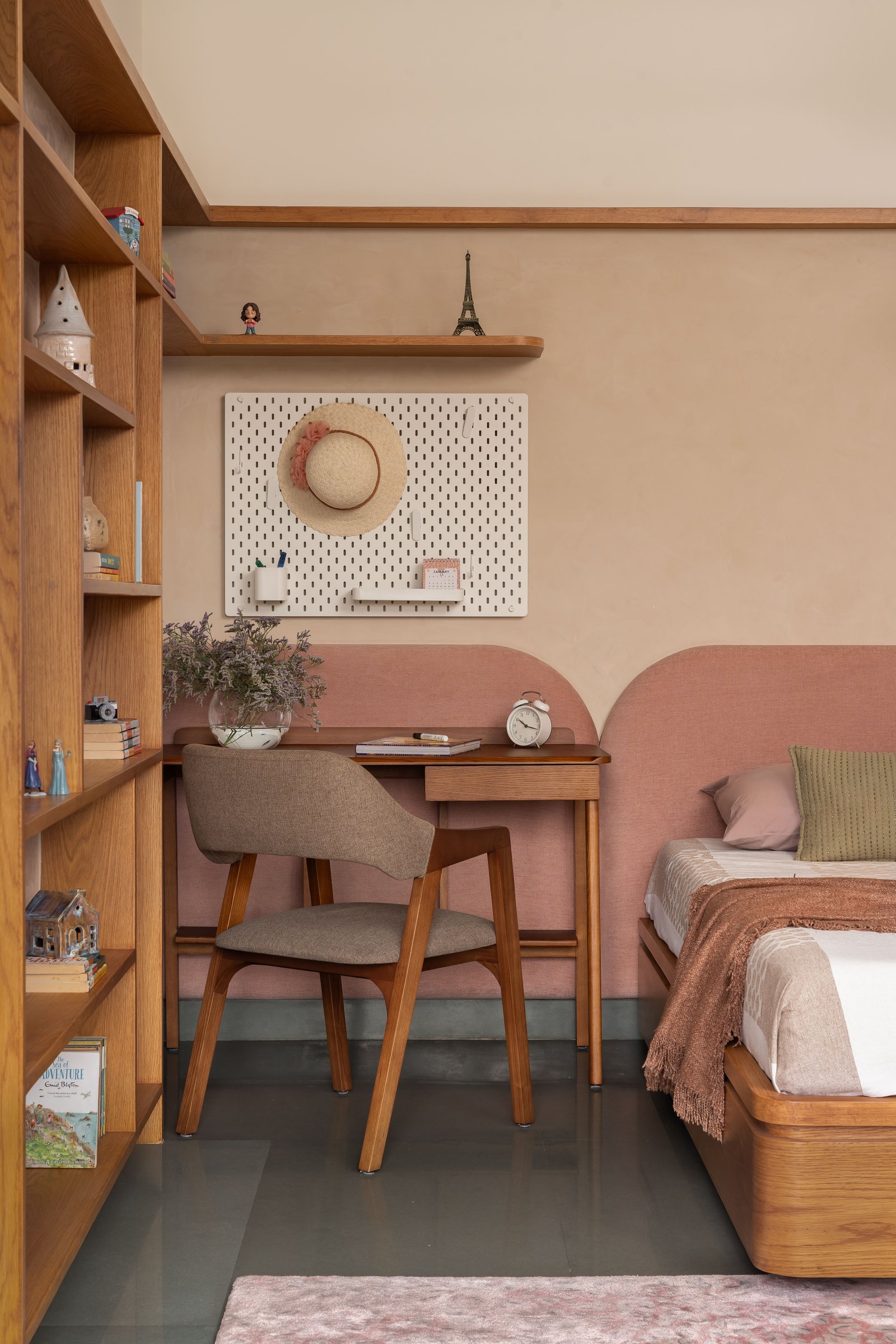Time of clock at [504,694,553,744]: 10:17
